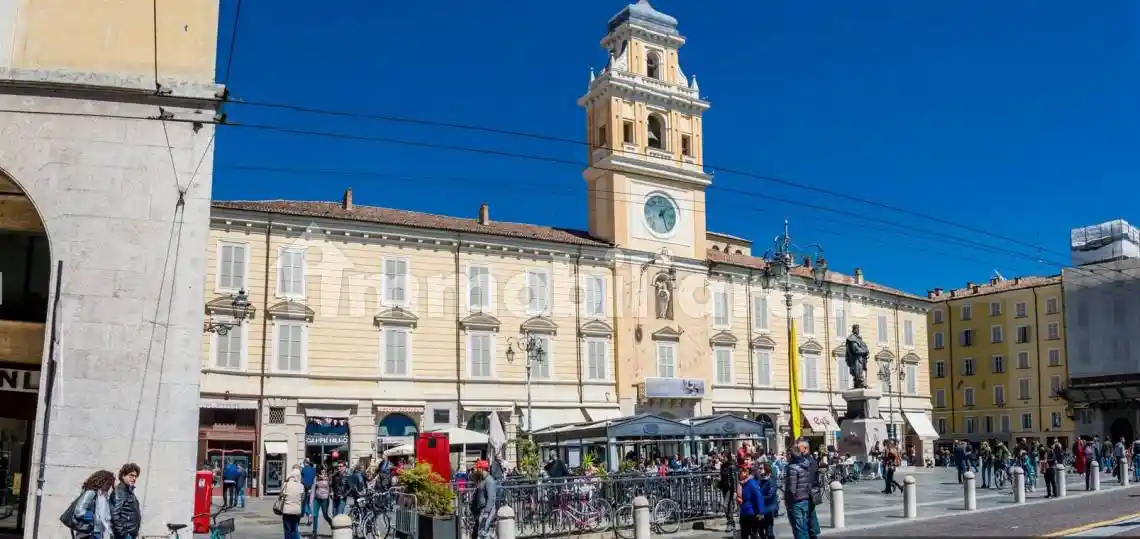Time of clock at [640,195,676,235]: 1:26
